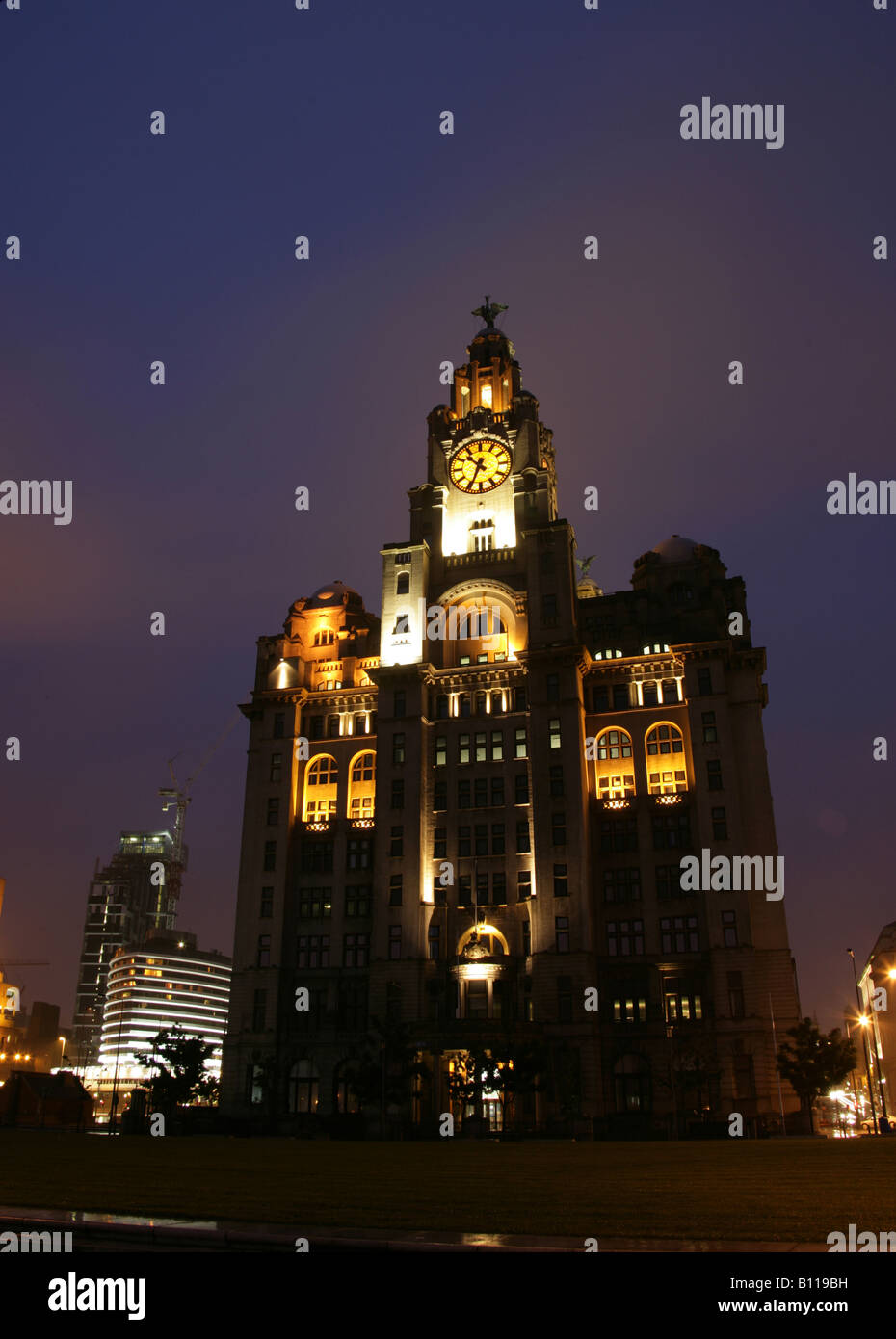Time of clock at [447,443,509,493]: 10:34
